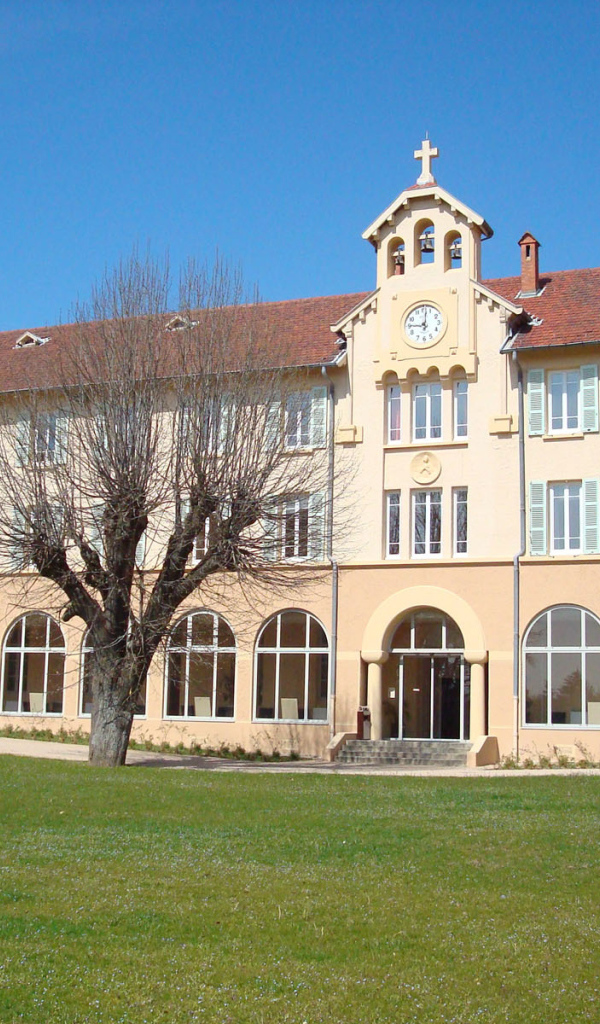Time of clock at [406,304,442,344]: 9:01
